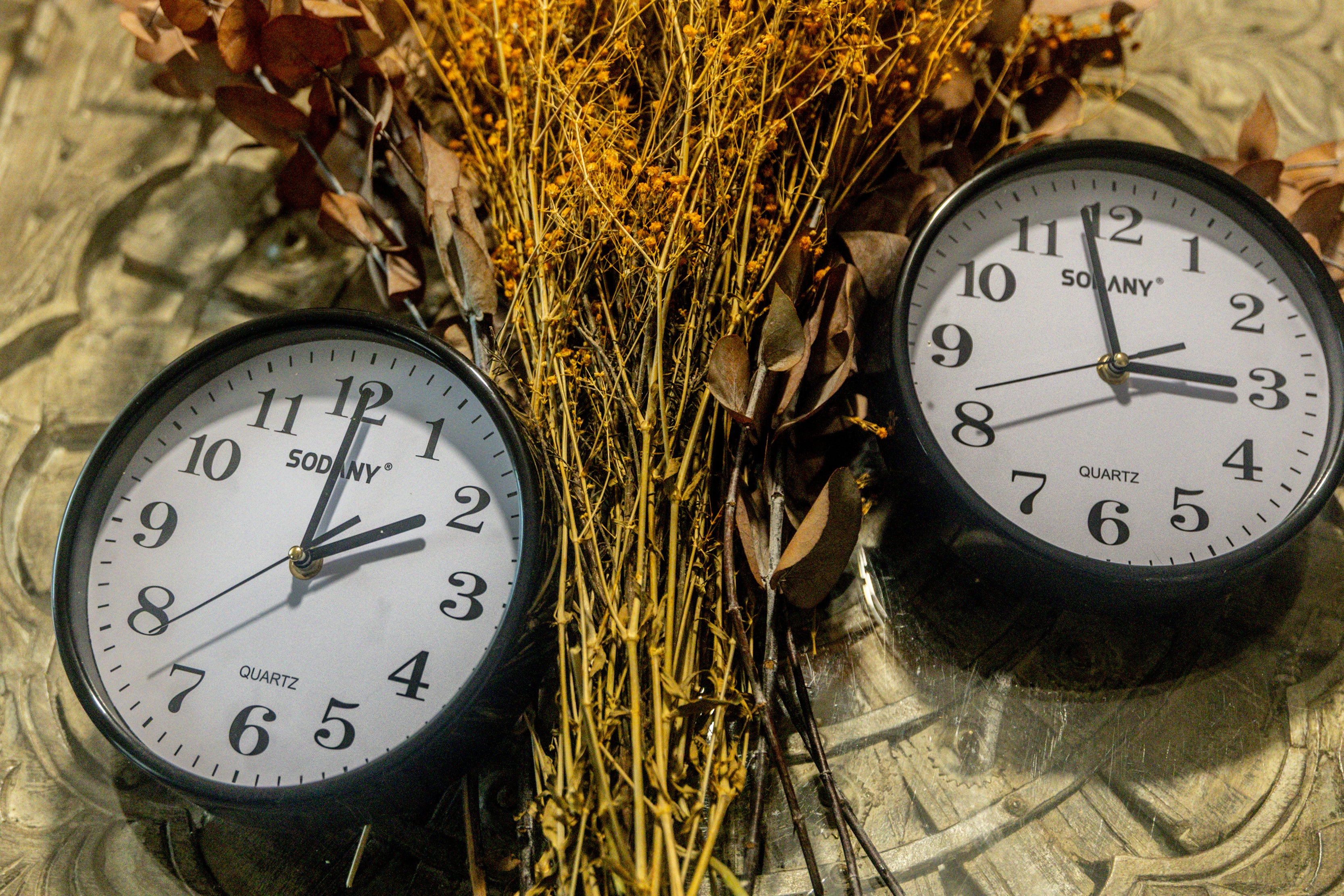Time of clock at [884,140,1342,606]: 2:58
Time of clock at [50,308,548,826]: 2:00
